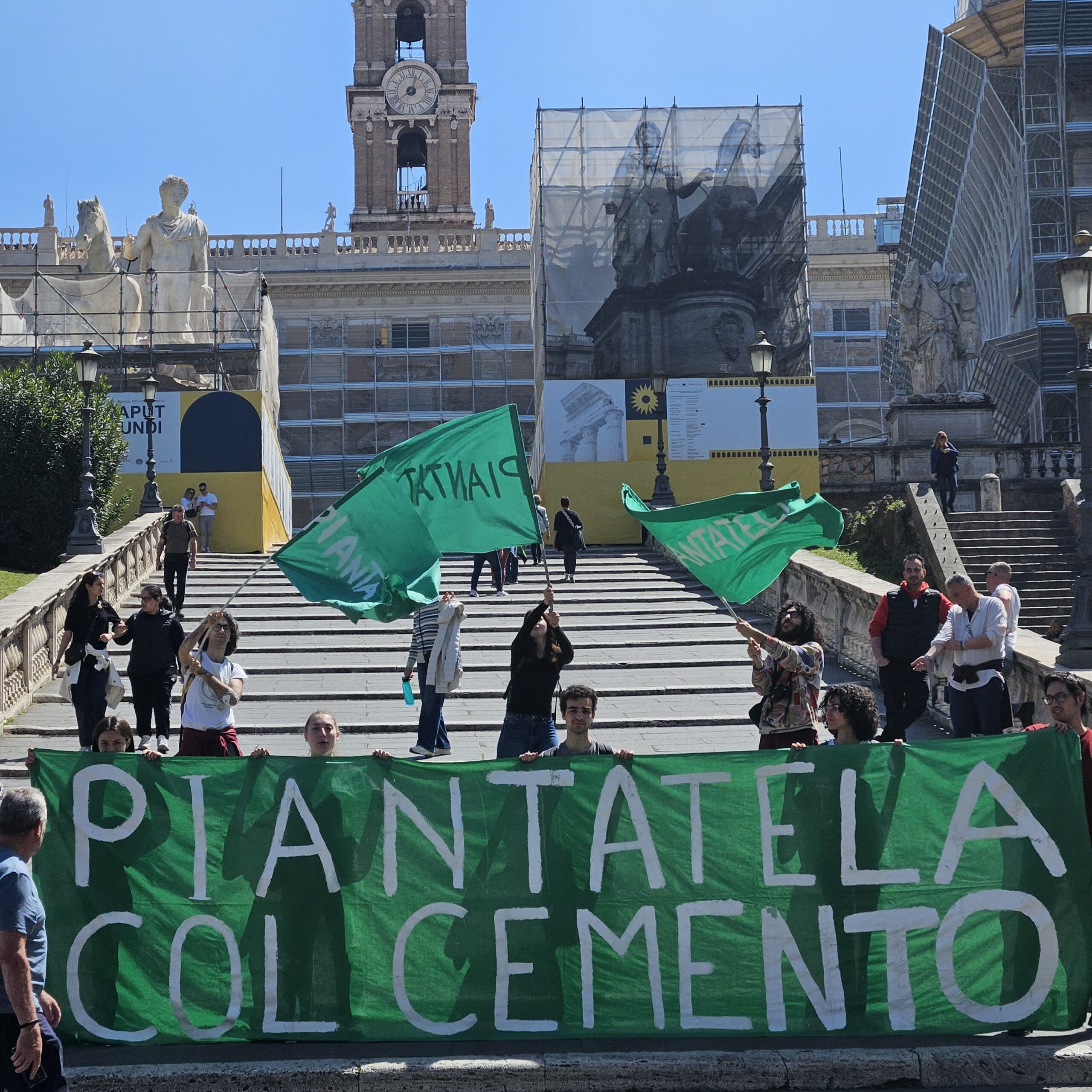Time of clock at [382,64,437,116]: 12:38
